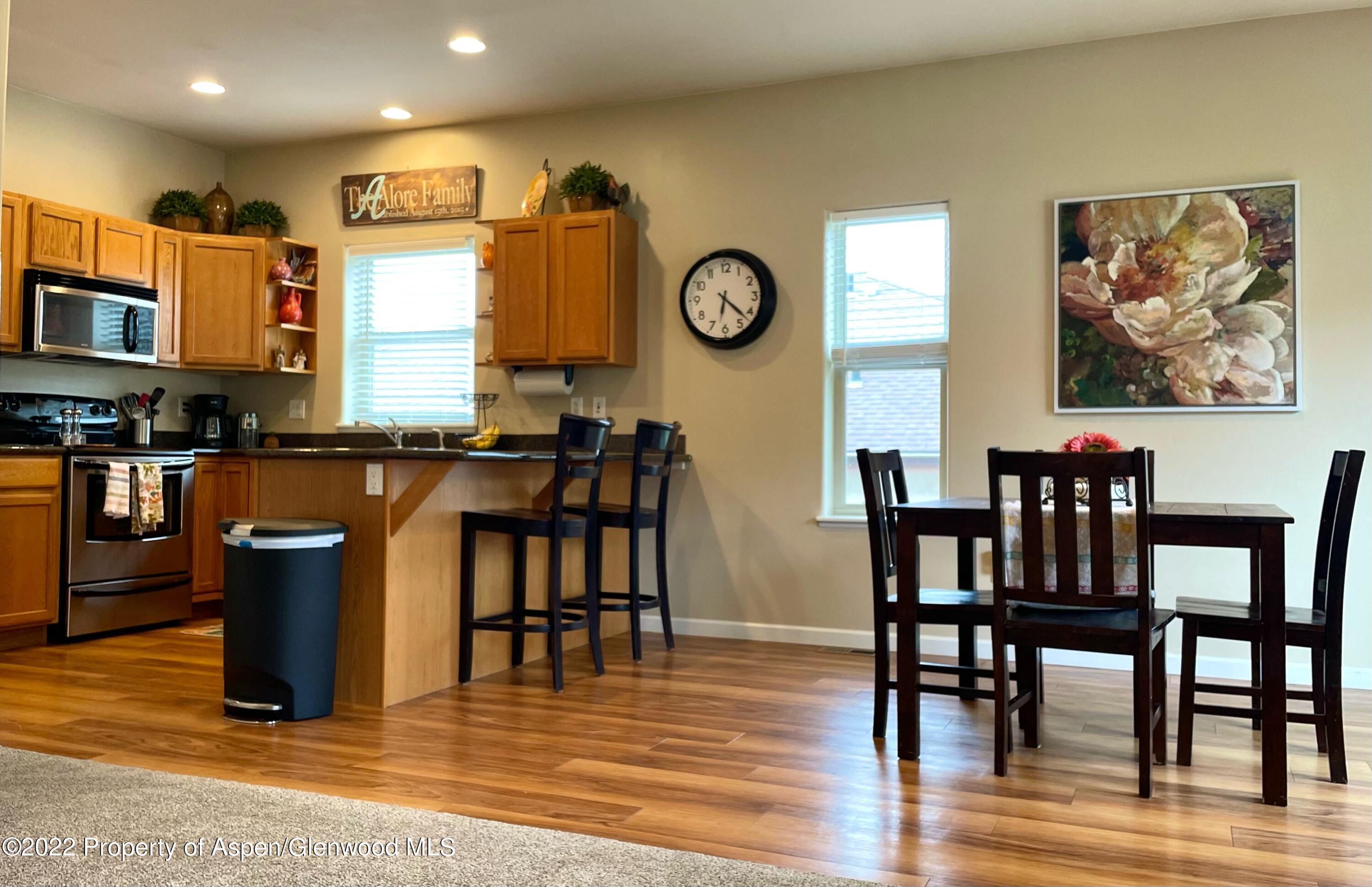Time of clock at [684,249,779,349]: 6:22
